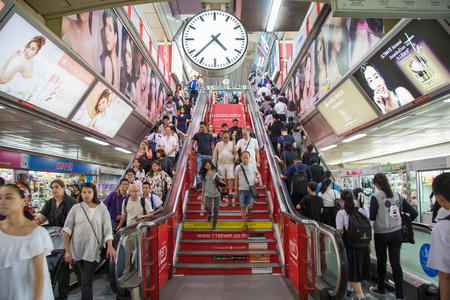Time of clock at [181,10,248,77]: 4:37
